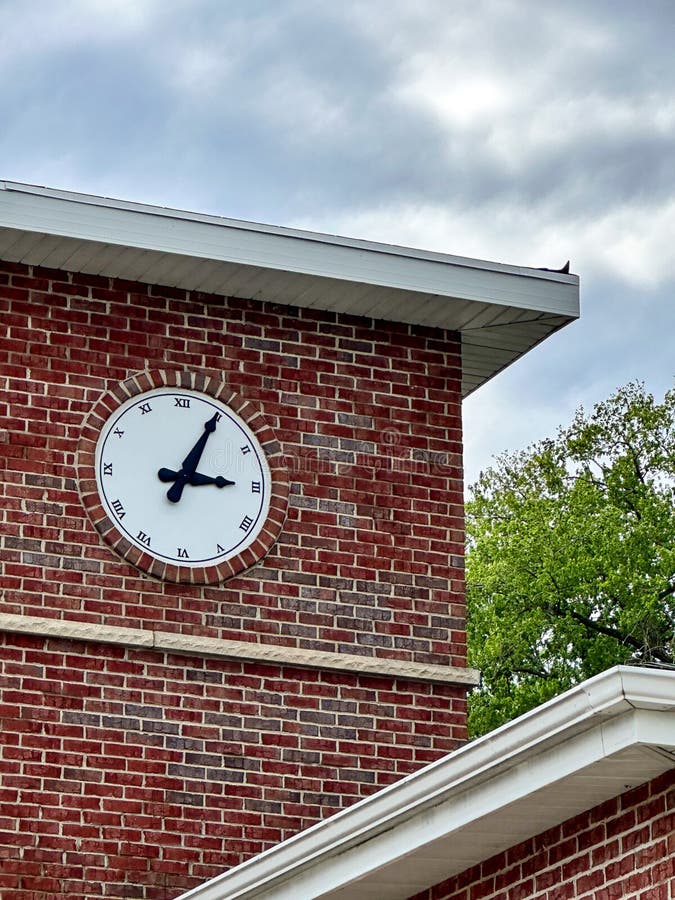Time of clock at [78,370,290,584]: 3:04
